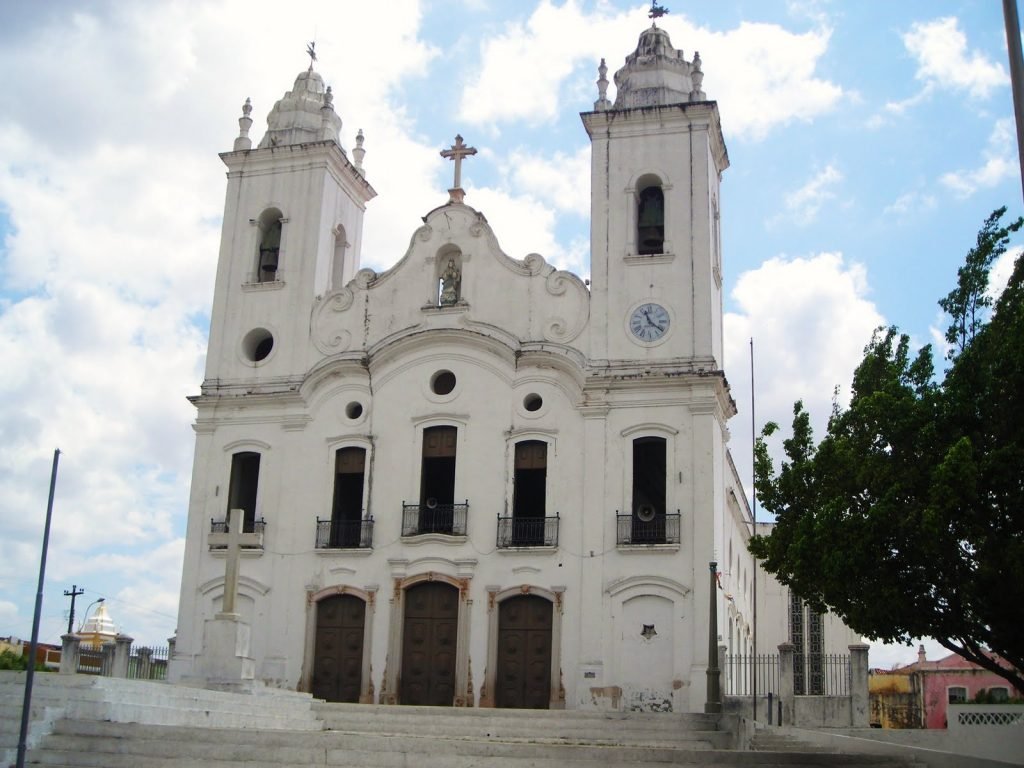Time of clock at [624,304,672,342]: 11:21
